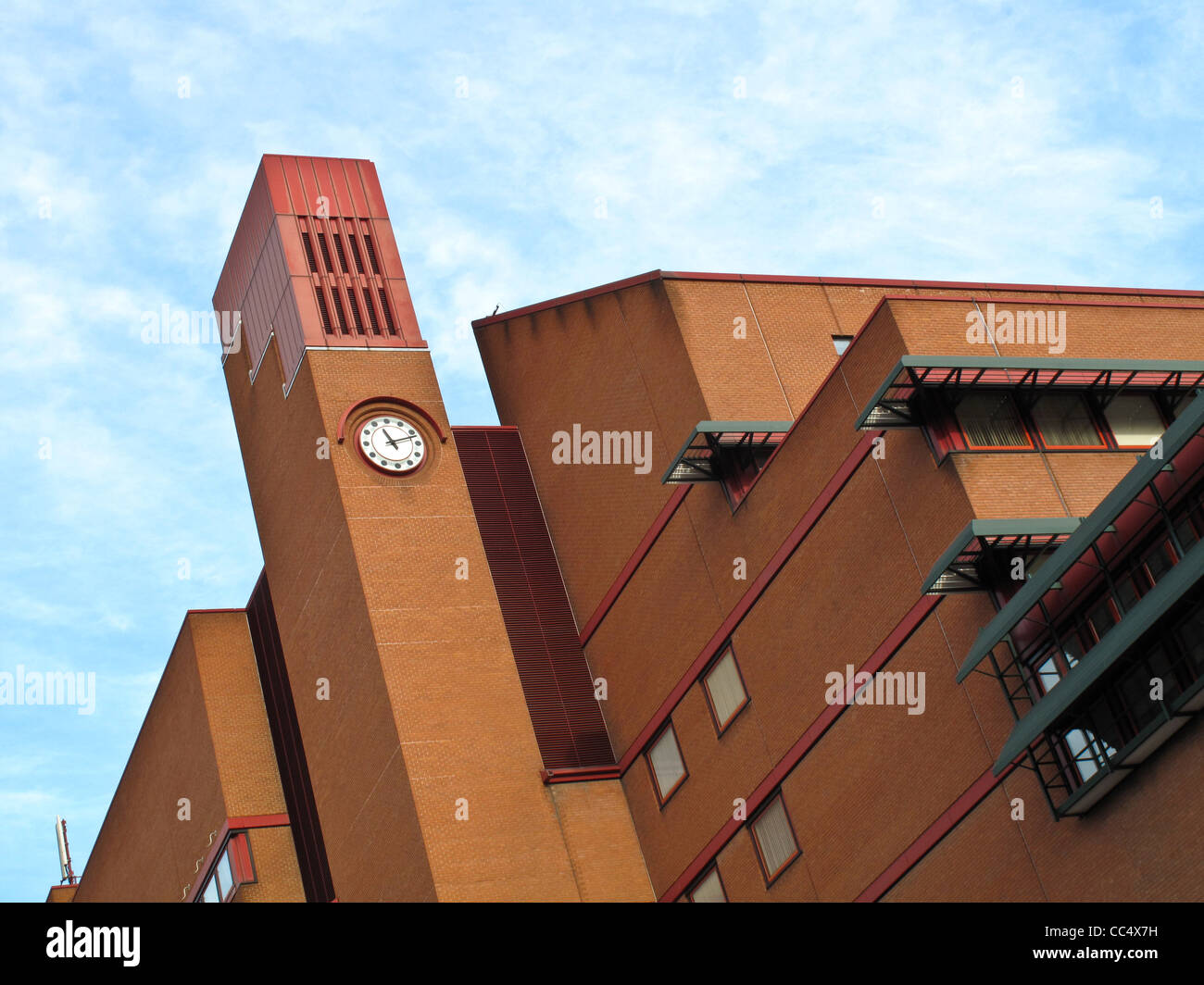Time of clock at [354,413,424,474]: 11:12
